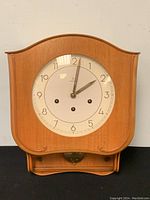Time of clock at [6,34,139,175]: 2:01
